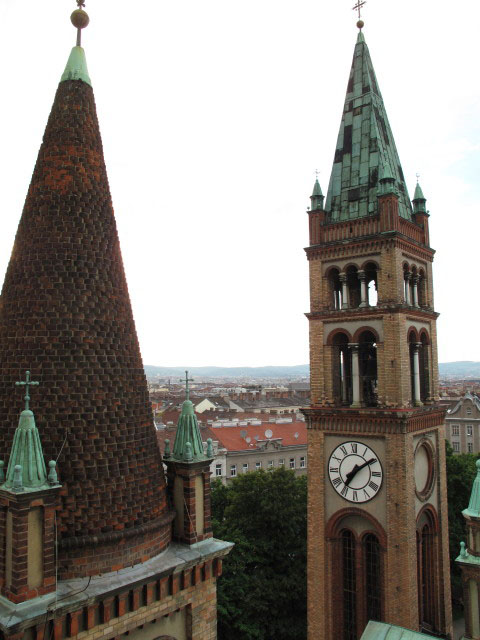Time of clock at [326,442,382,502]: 7:09
